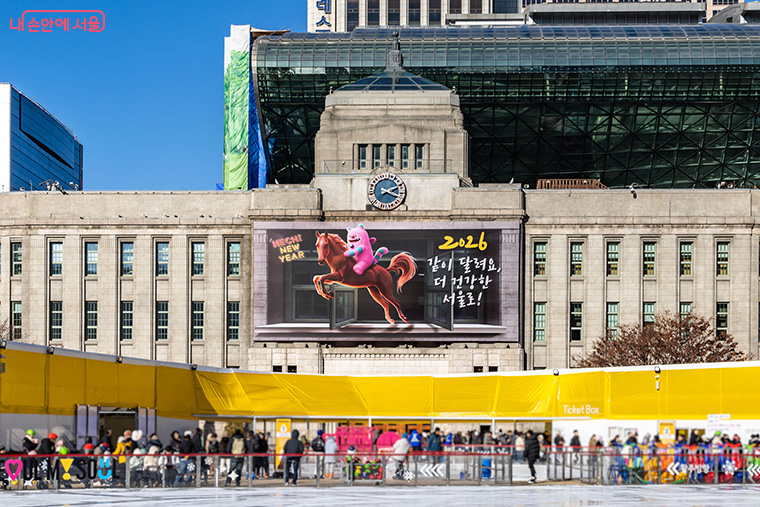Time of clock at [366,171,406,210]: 2:18
